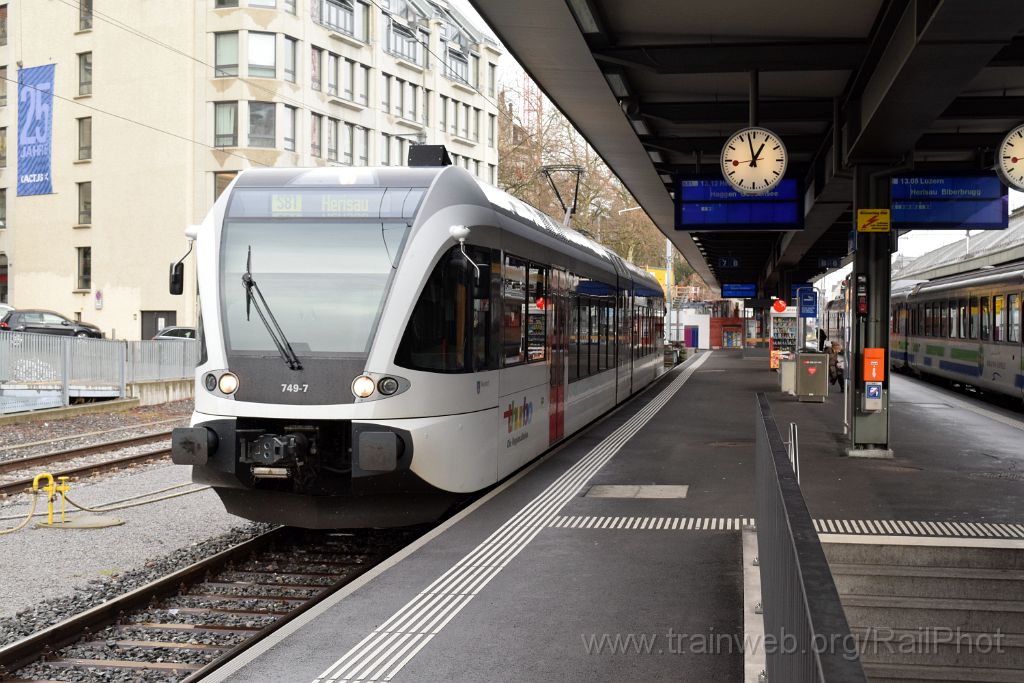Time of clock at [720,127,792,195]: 12:57
